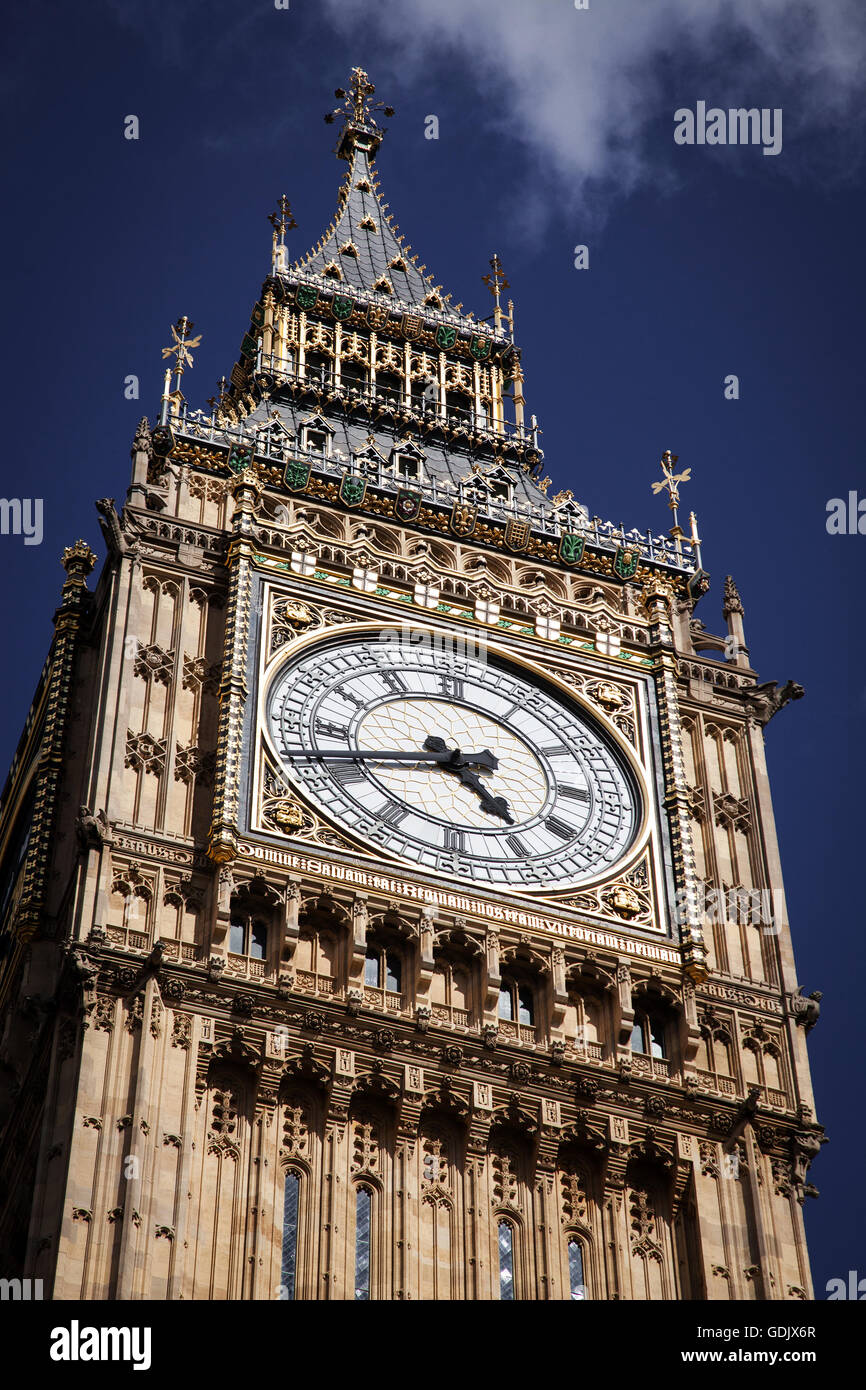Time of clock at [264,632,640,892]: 4:42
